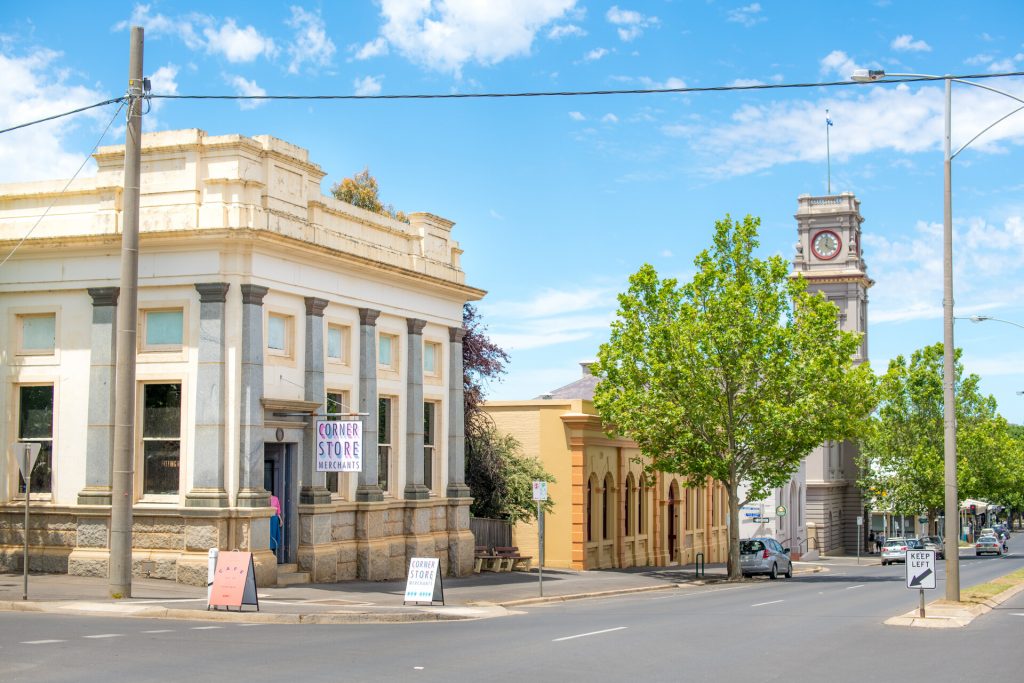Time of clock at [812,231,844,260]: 4:01
